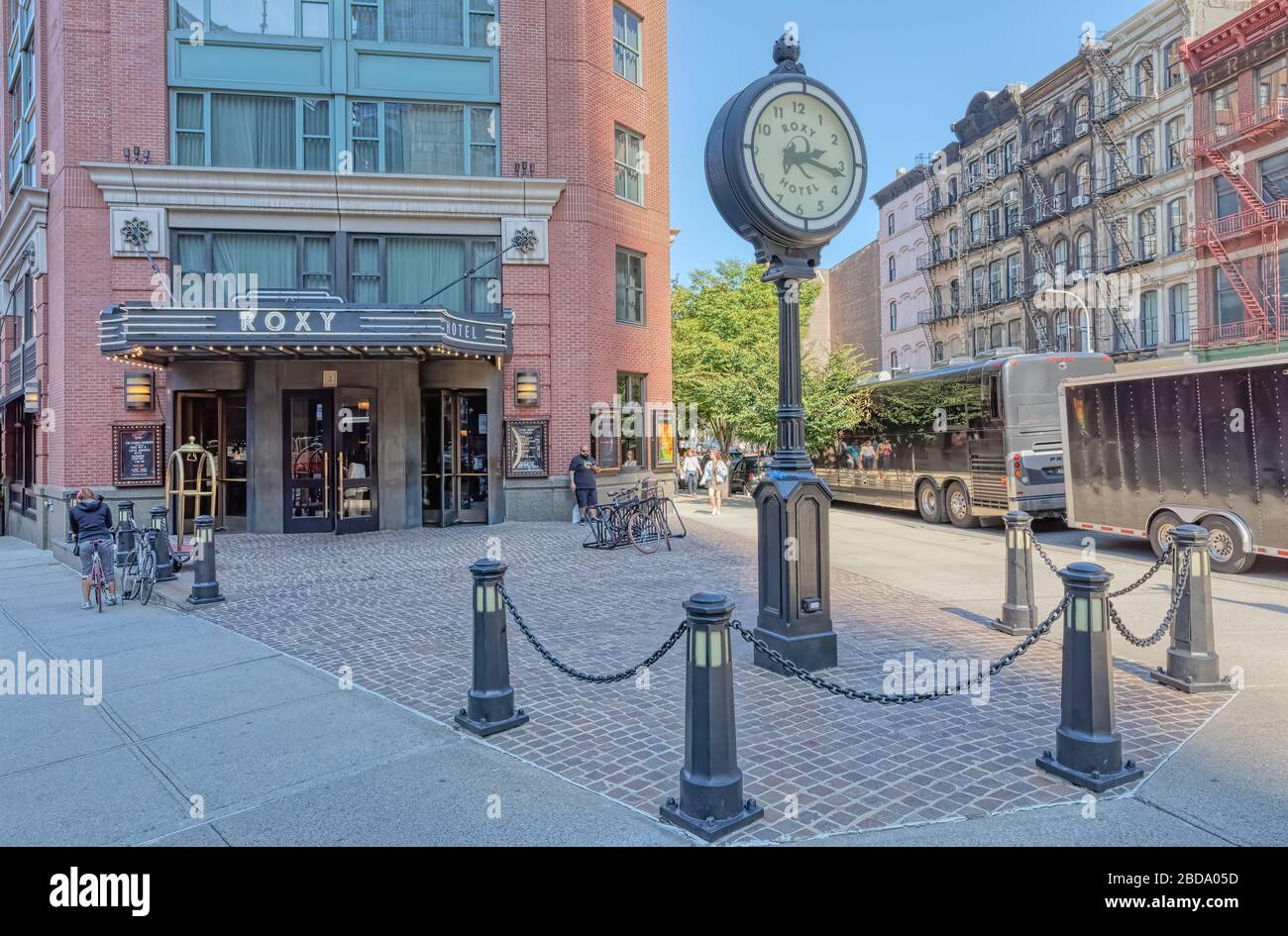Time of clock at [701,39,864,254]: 2:16
